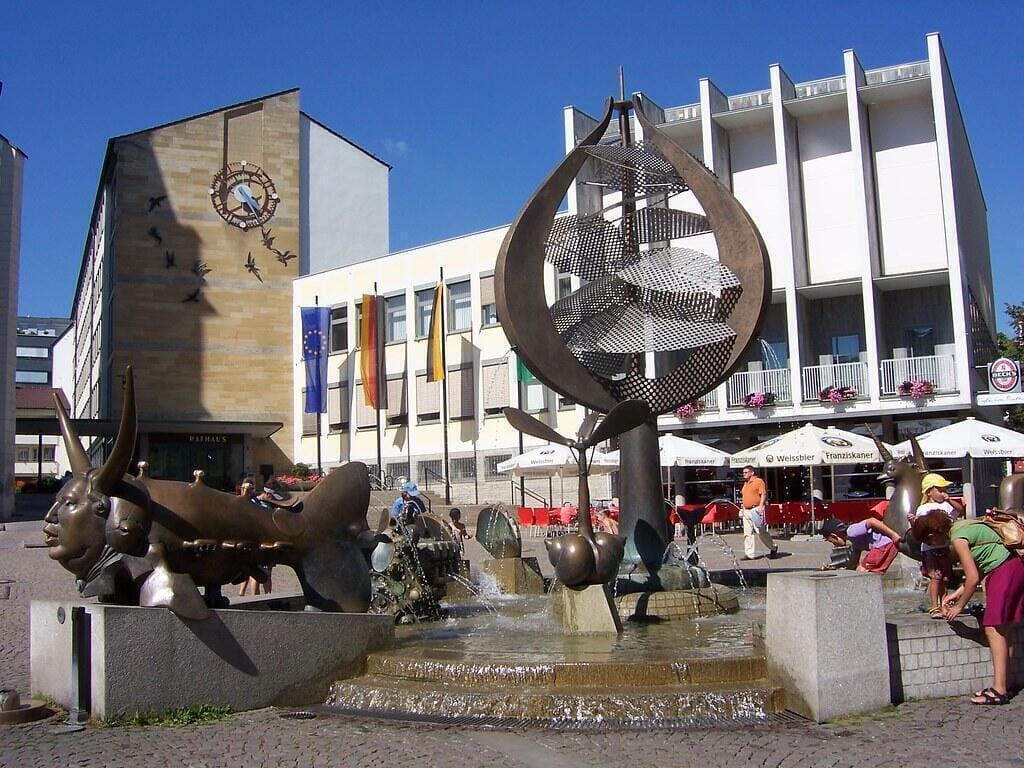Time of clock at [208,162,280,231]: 7:24
